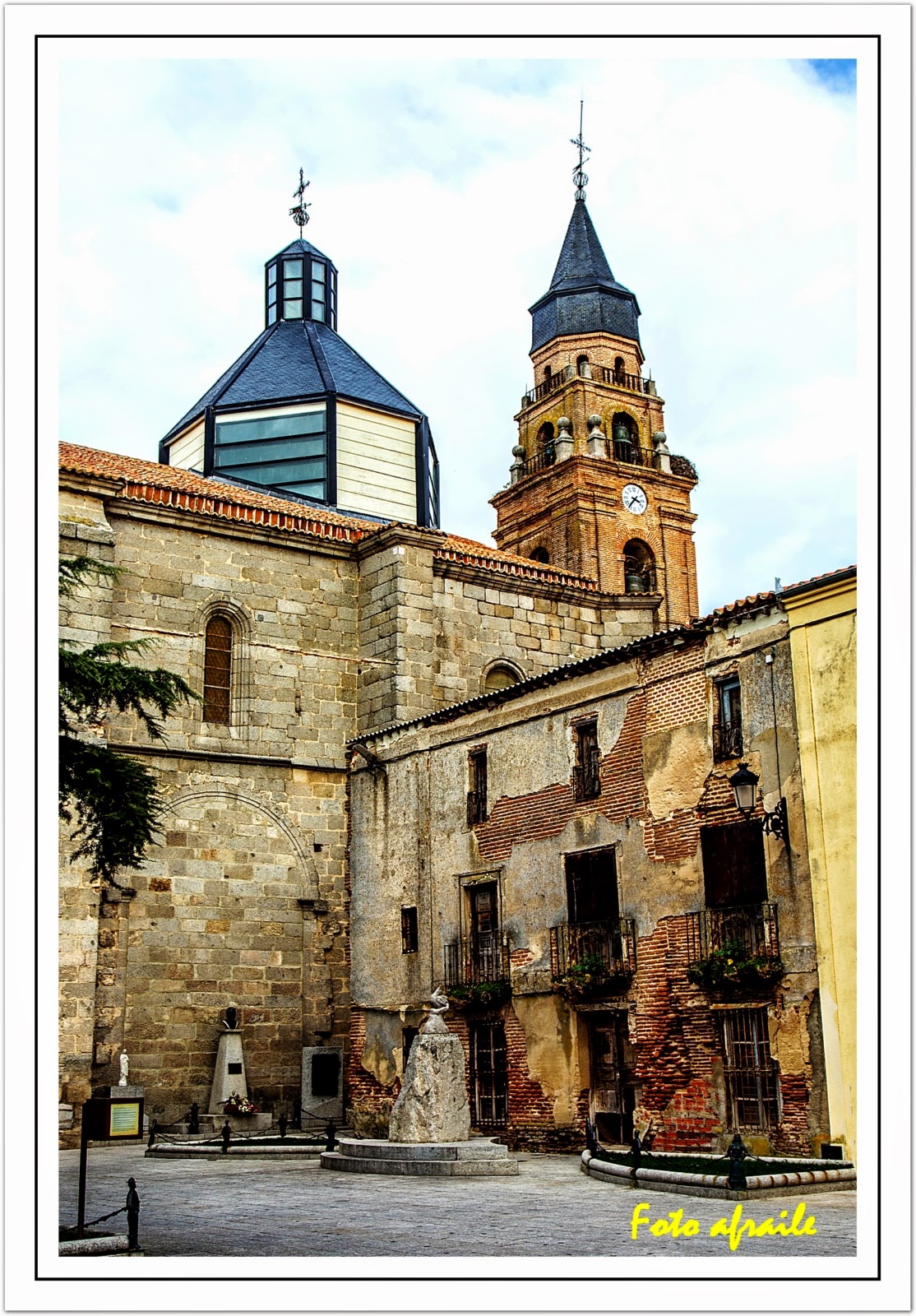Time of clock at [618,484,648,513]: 3:36
